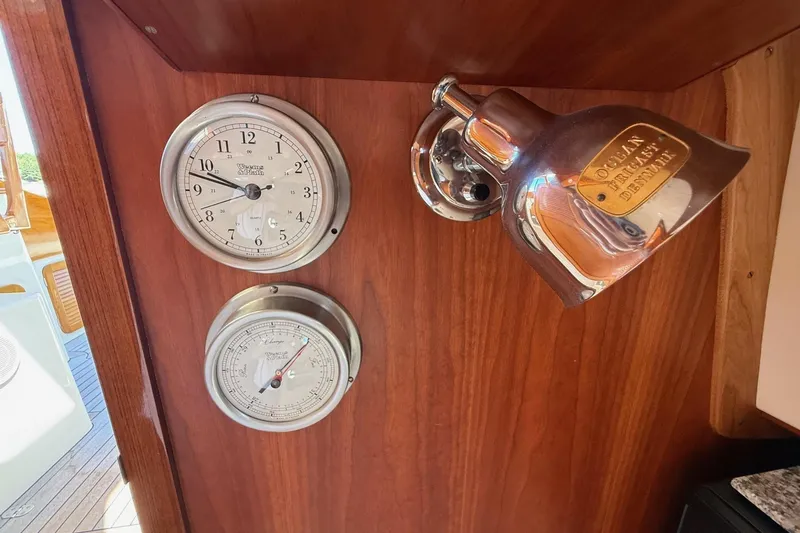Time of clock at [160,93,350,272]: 9:47
